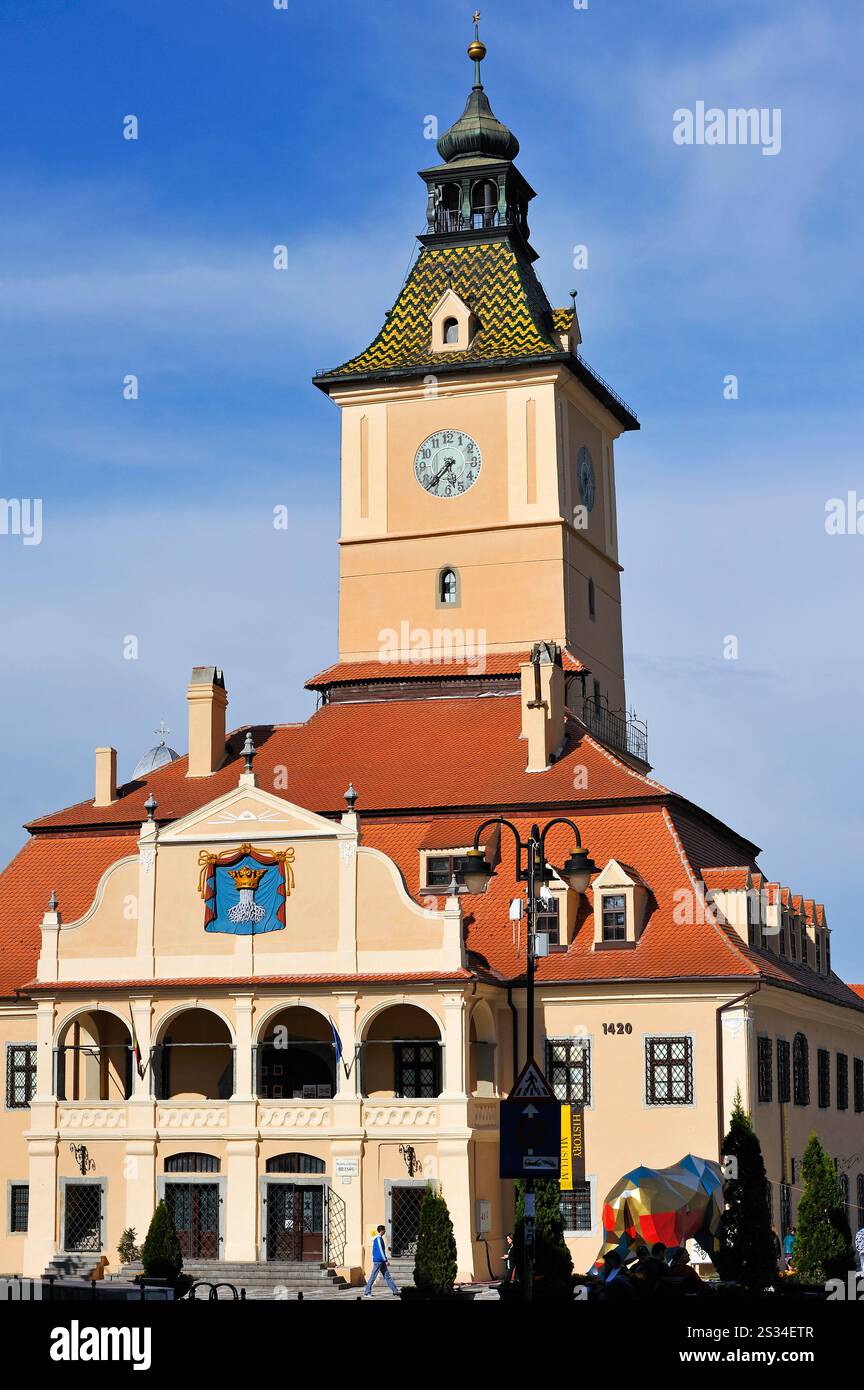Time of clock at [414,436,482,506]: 5:37
